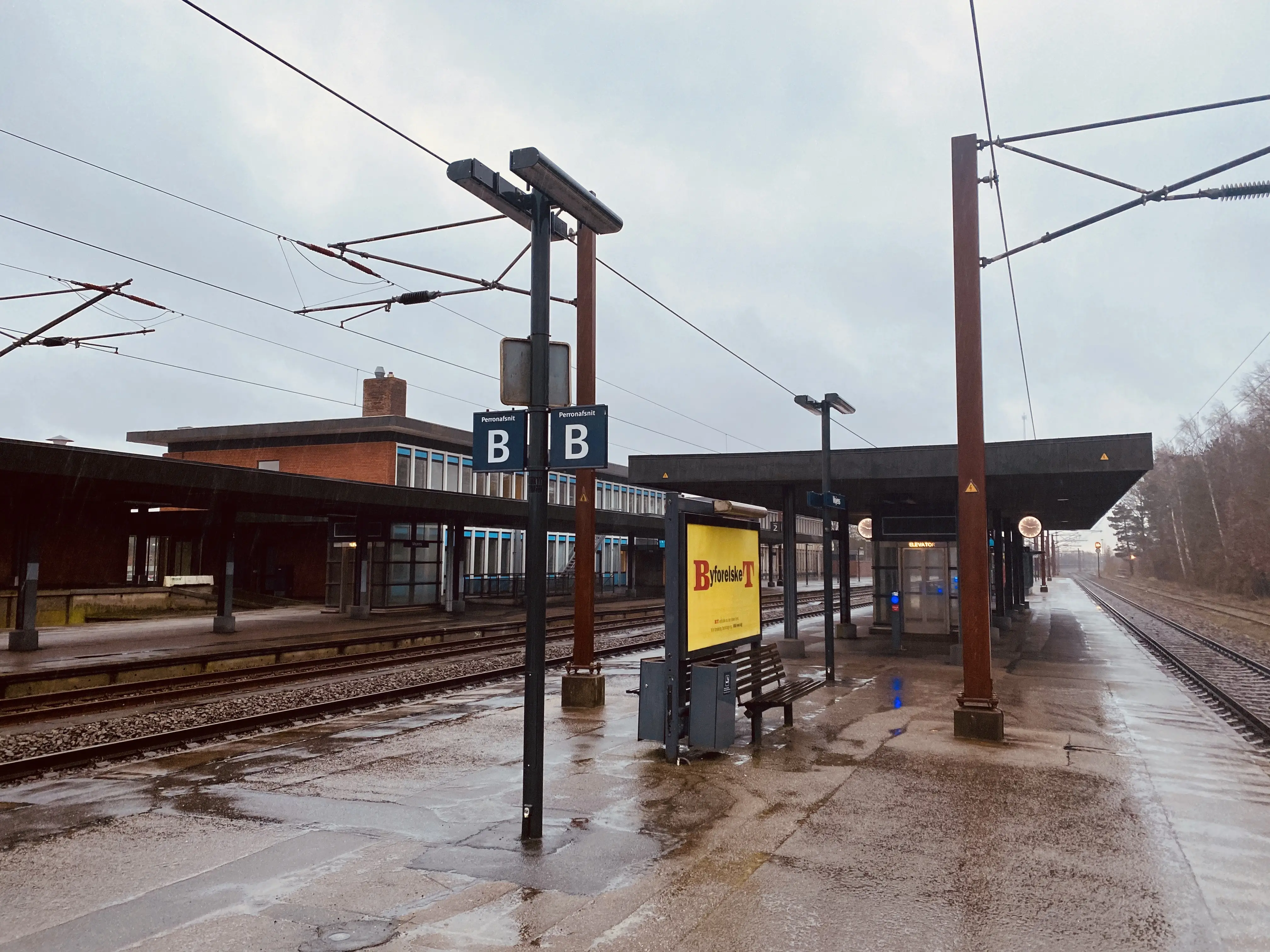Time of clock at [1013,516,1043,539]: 2:48
